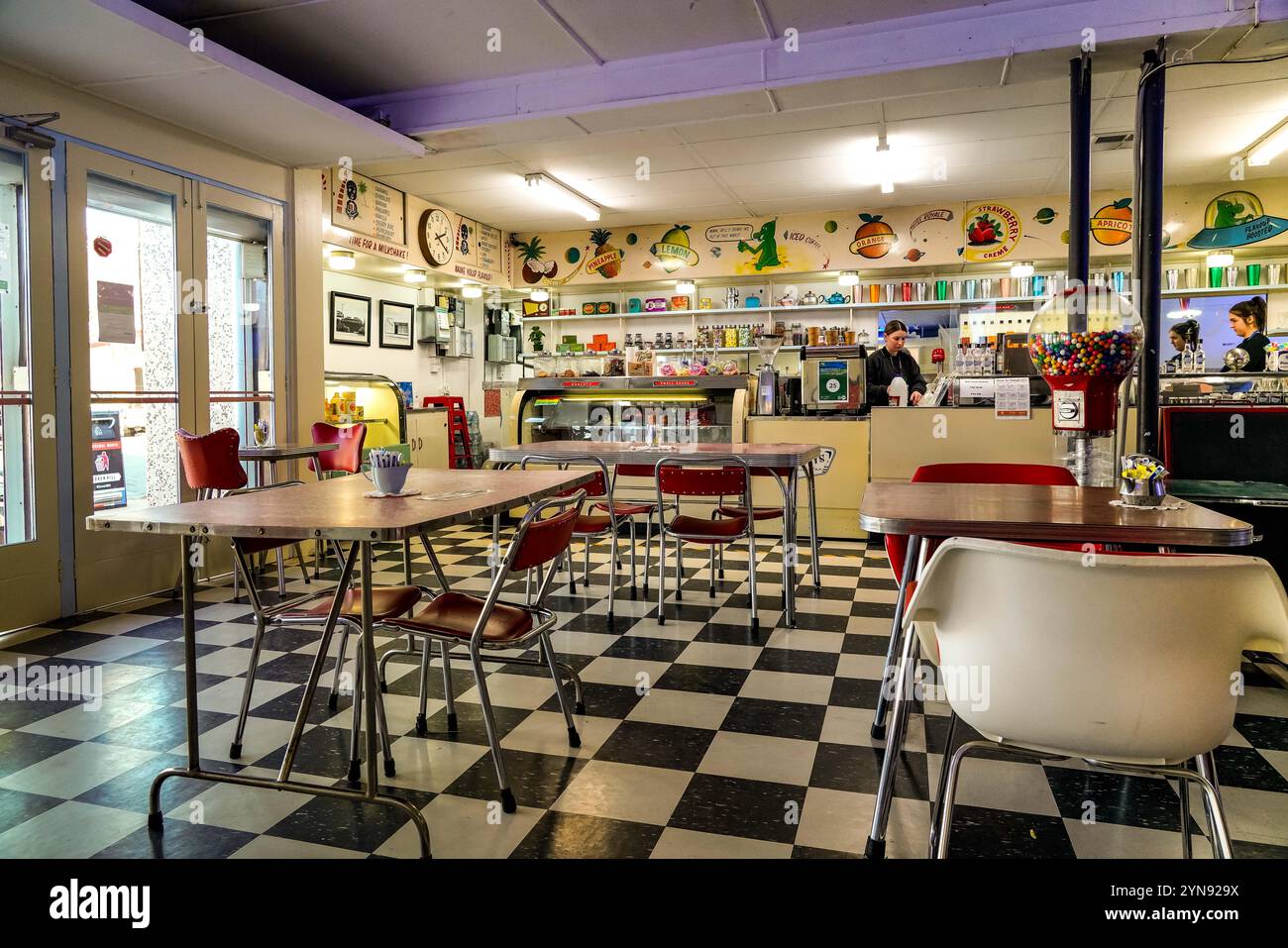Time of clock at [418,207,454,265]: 2:21
